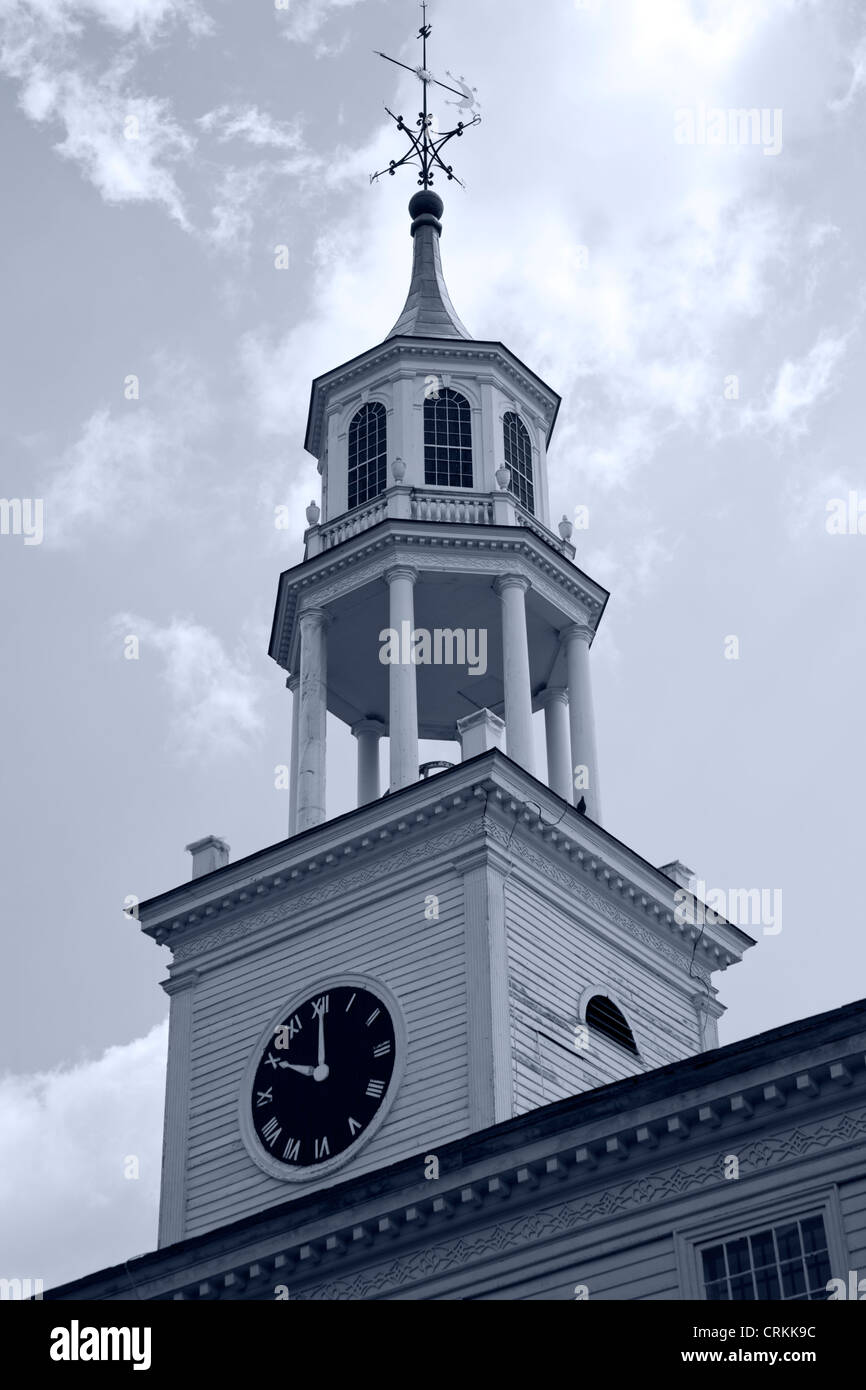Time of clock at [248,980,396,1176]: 10:00
